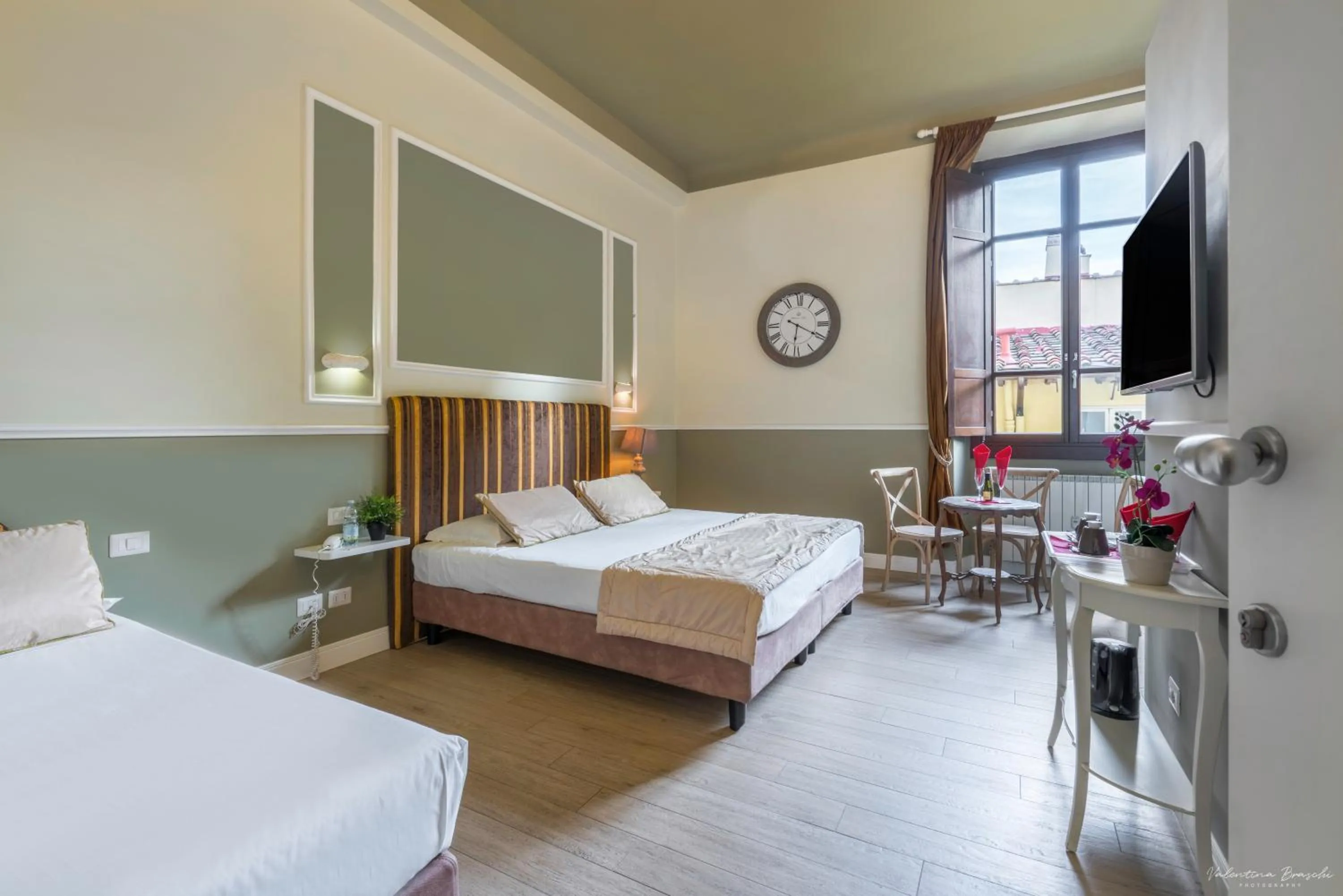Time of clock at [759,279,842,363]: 6:19
